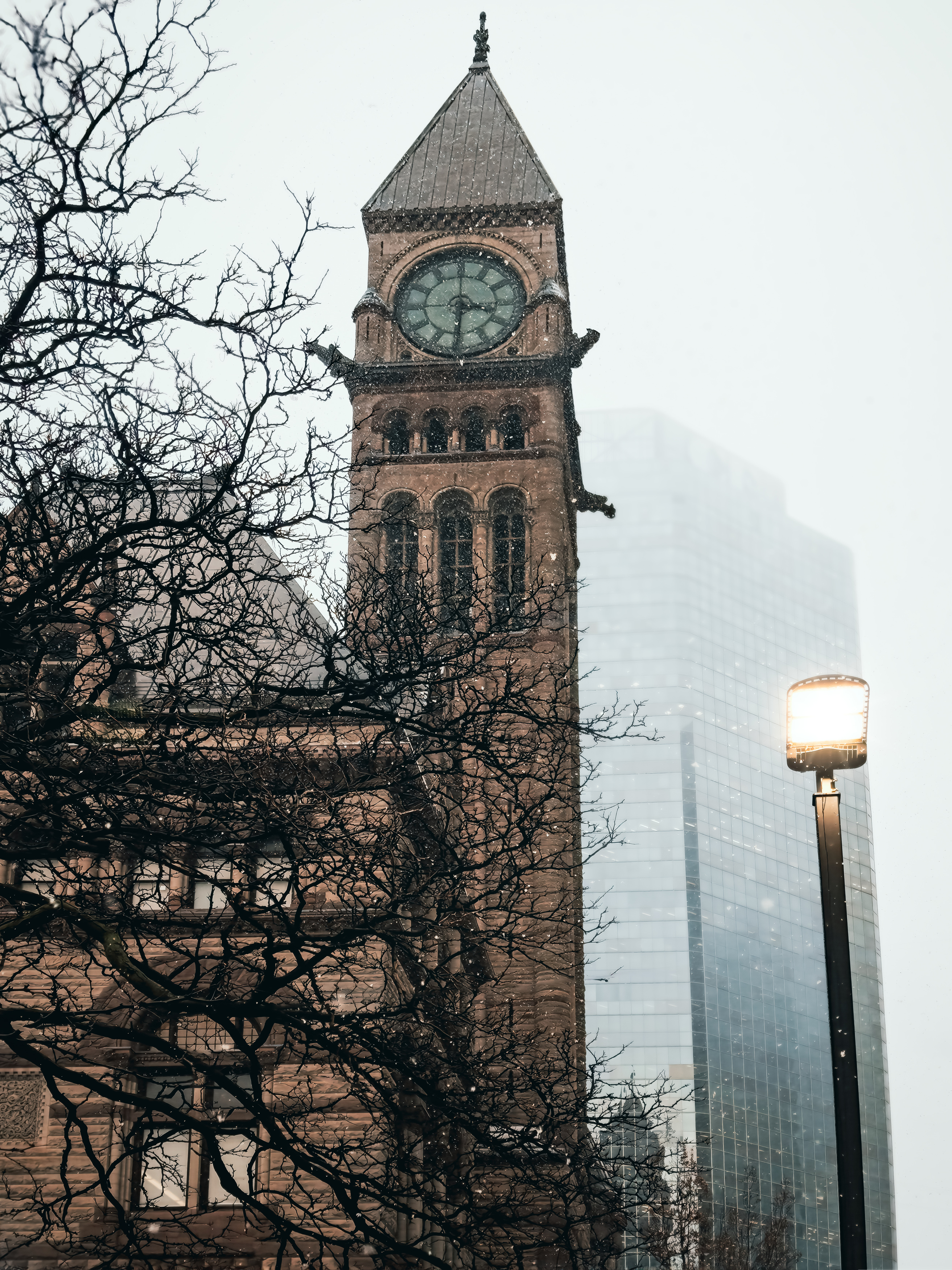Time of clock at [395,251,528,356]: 3:30
